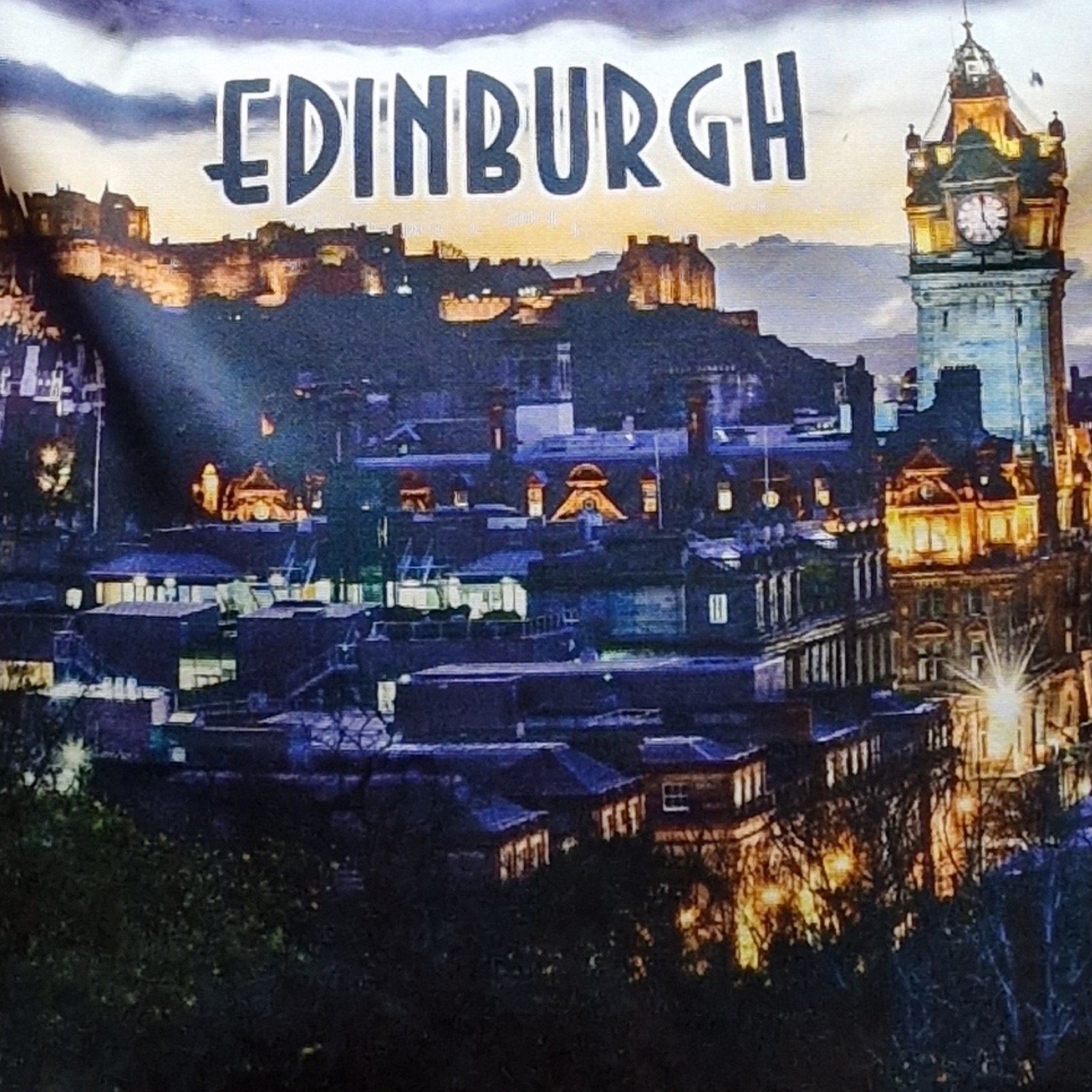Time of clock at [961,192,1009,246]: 5:00
